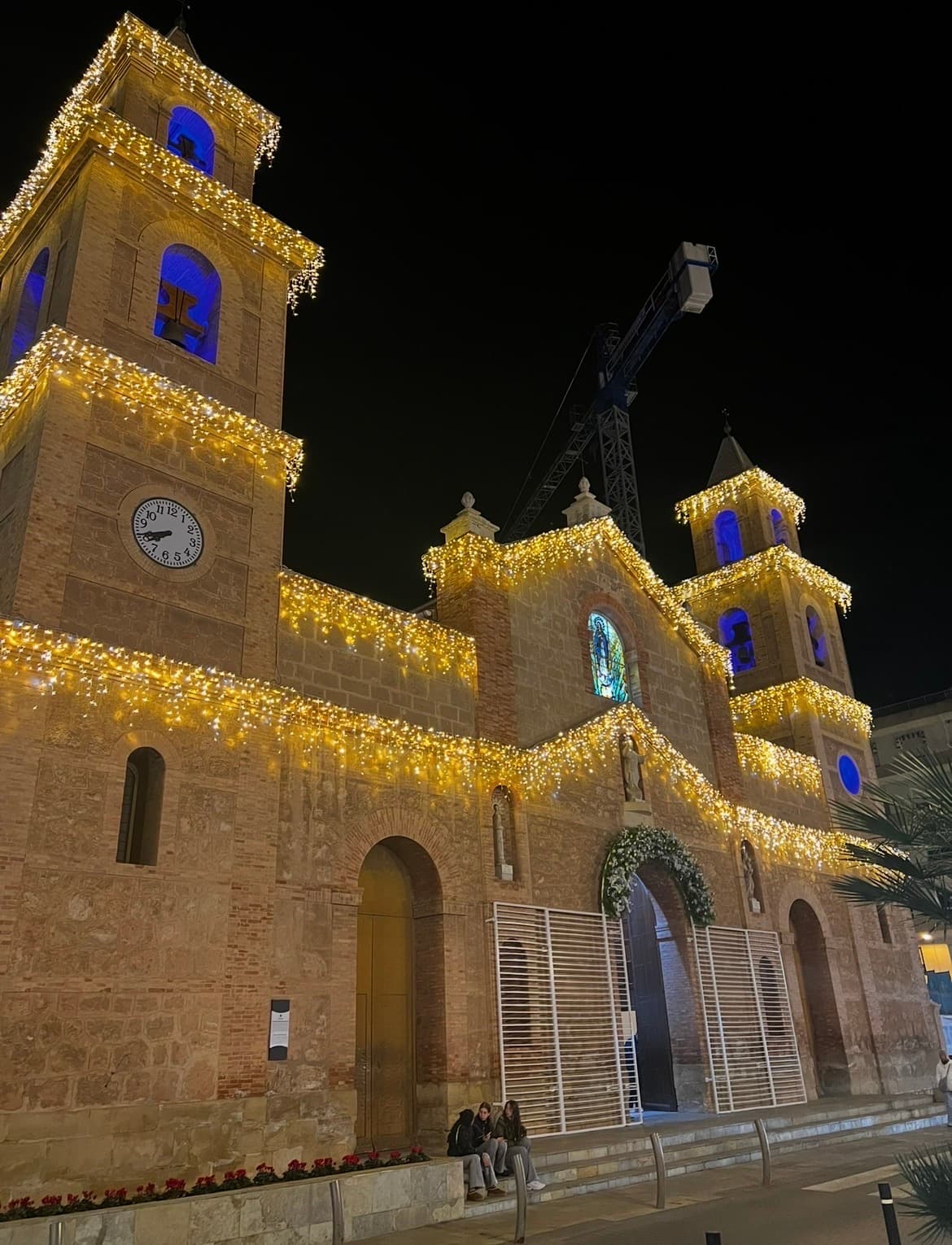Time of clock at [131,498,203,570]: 7:40
